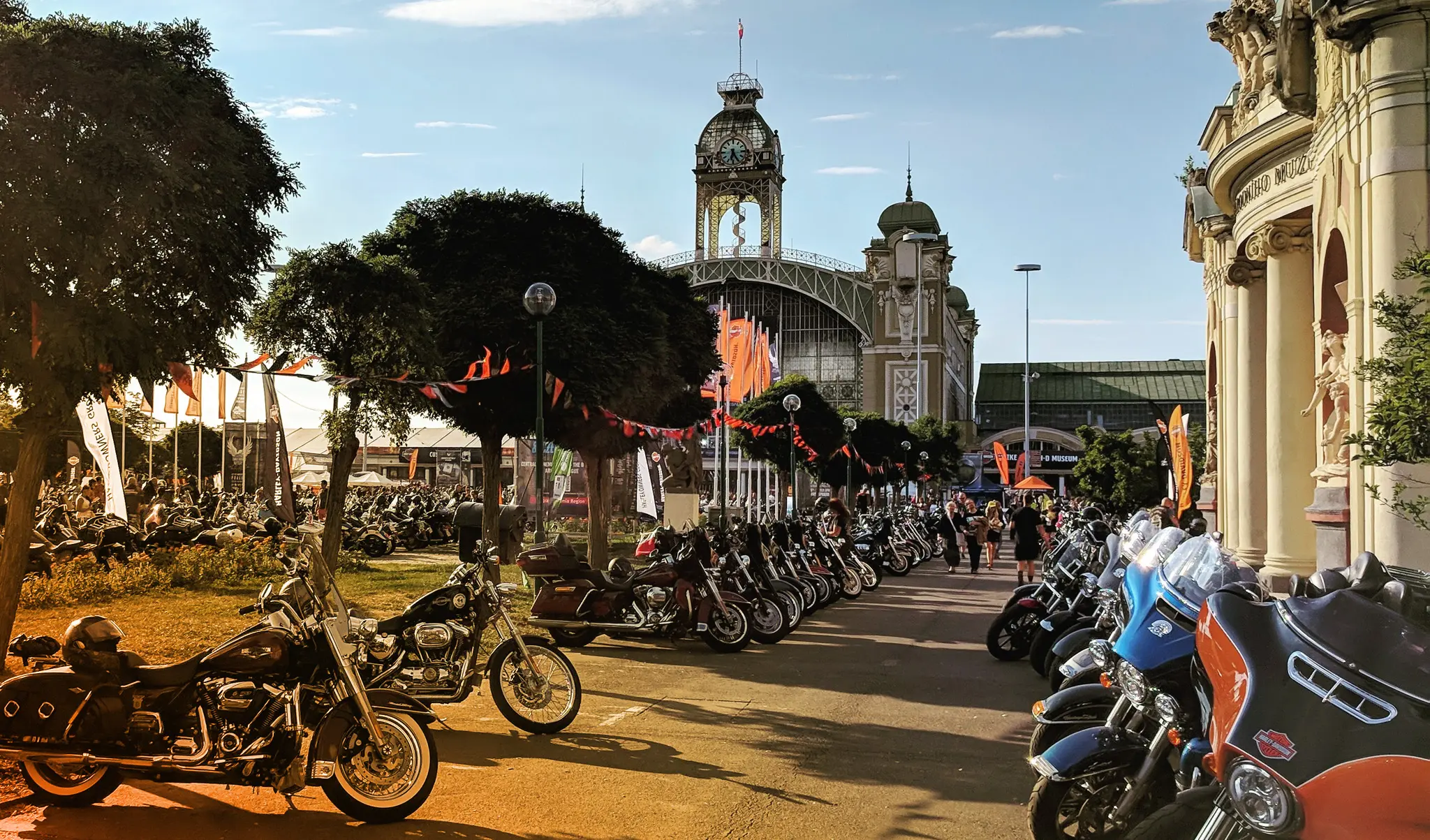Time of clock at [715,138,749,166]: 6:25
